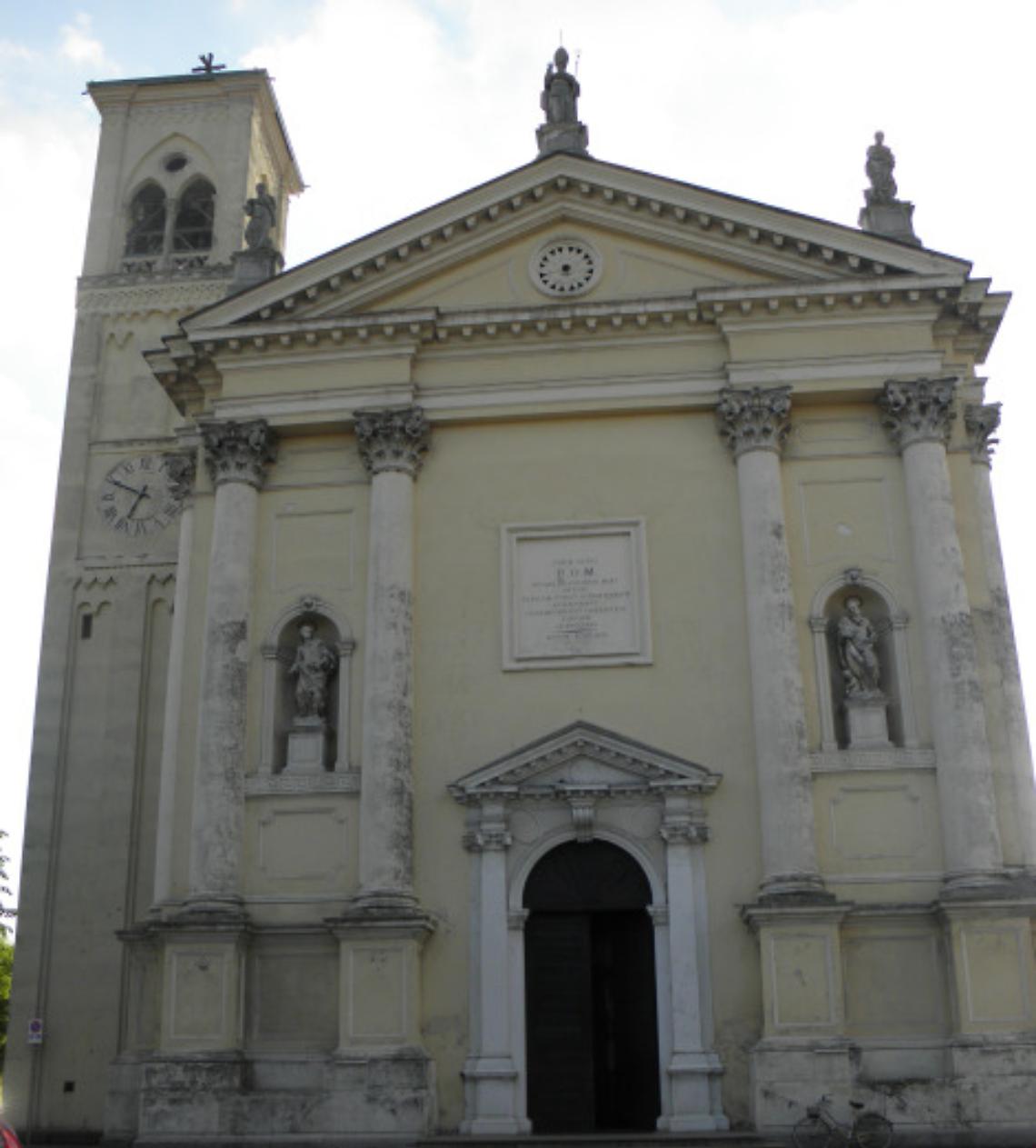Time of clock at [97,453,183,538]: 6:49
